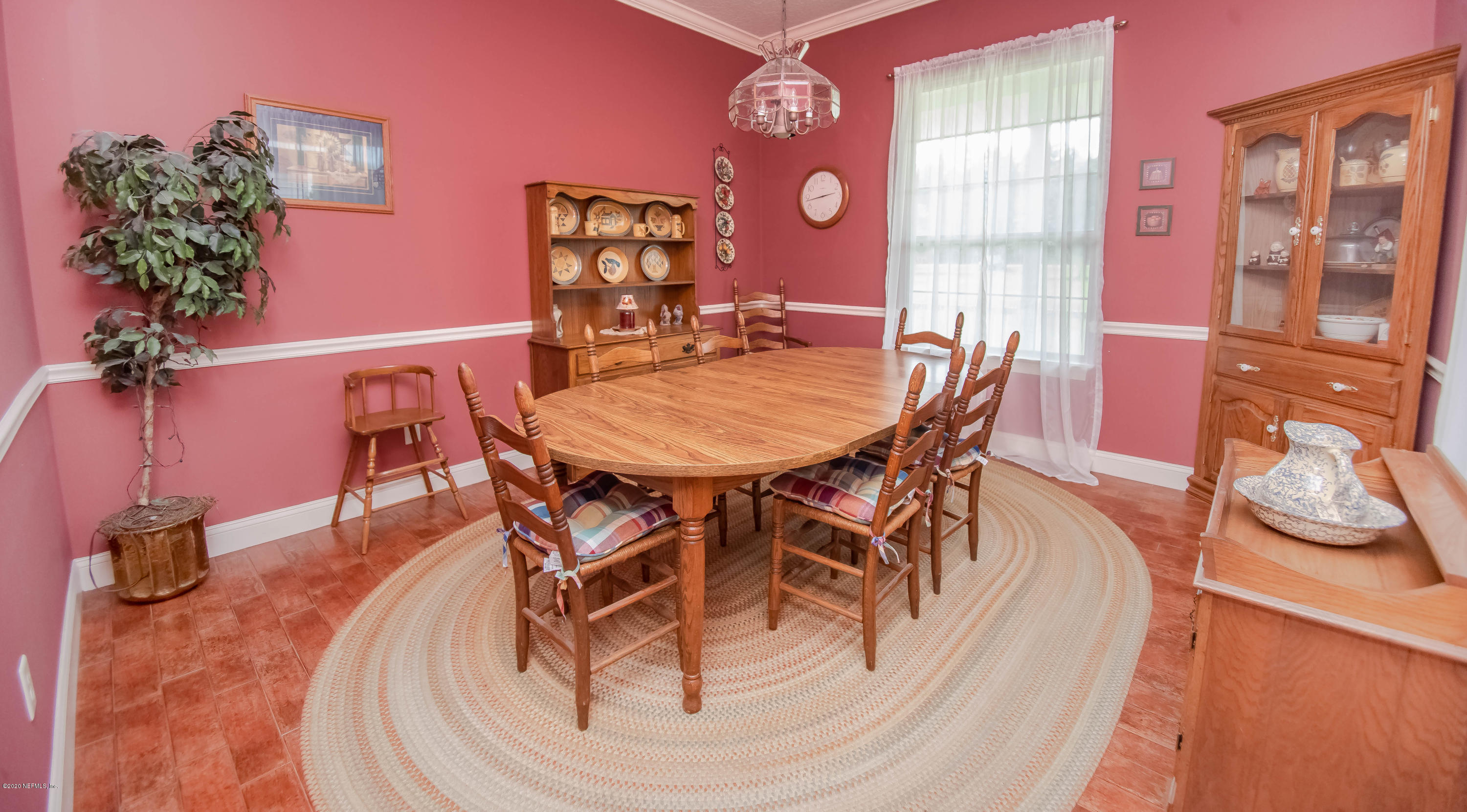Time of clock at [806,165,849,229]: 2:43
